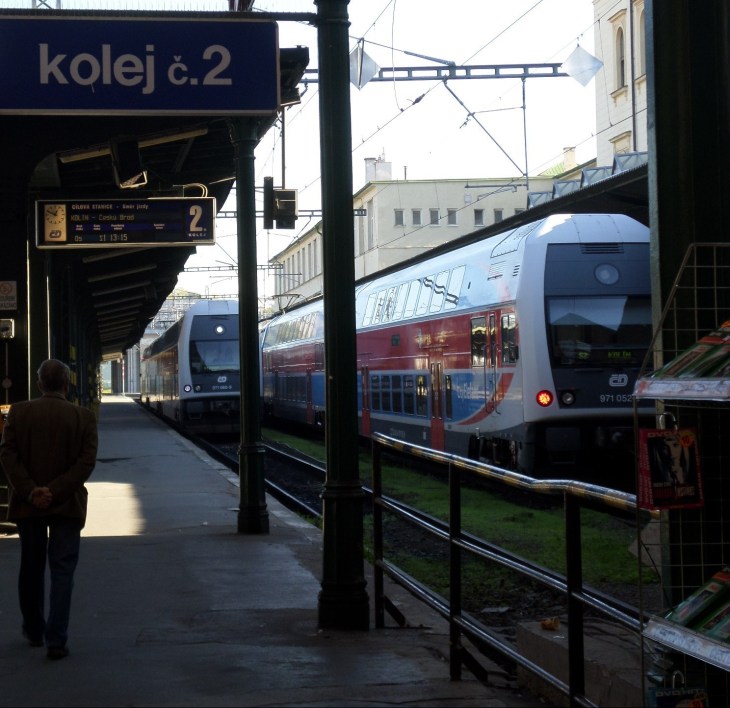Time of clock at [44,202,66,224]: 12:49
